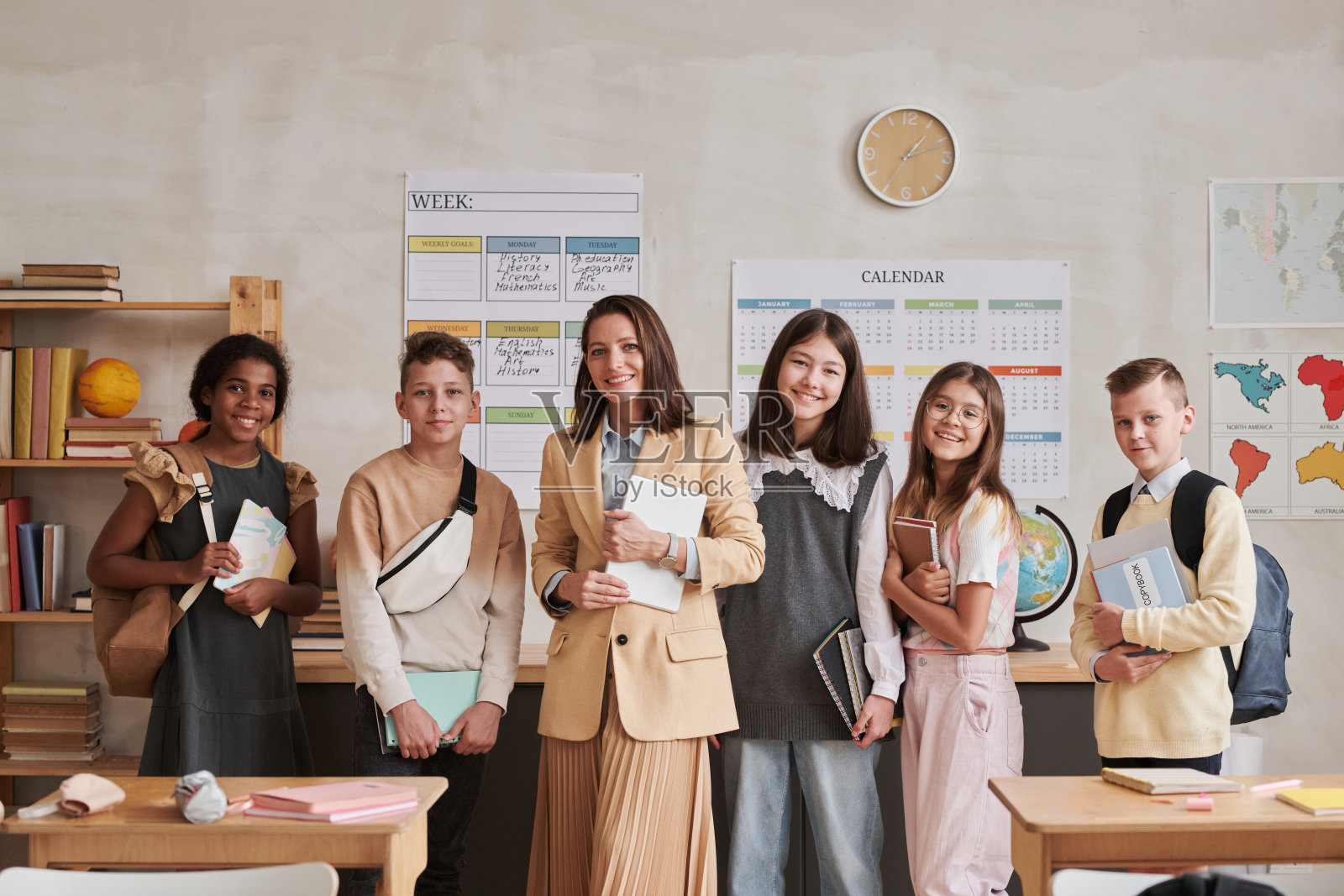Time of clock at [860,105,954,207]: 1:11
